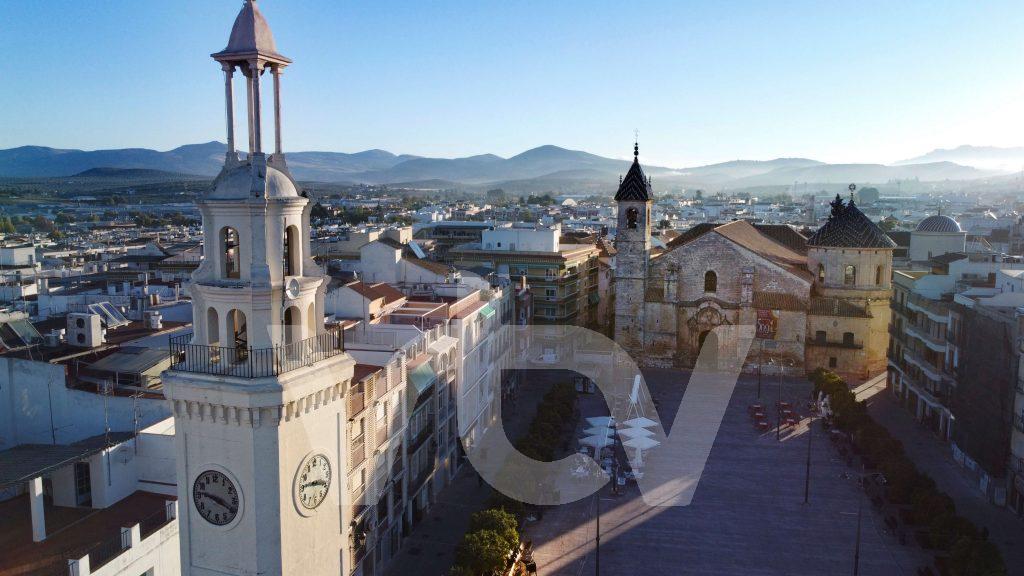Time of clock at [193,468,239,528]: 9:19
